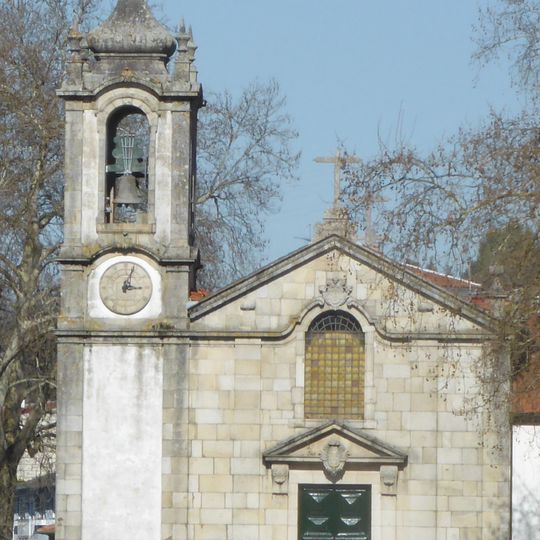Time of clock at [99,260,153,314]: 3:03
